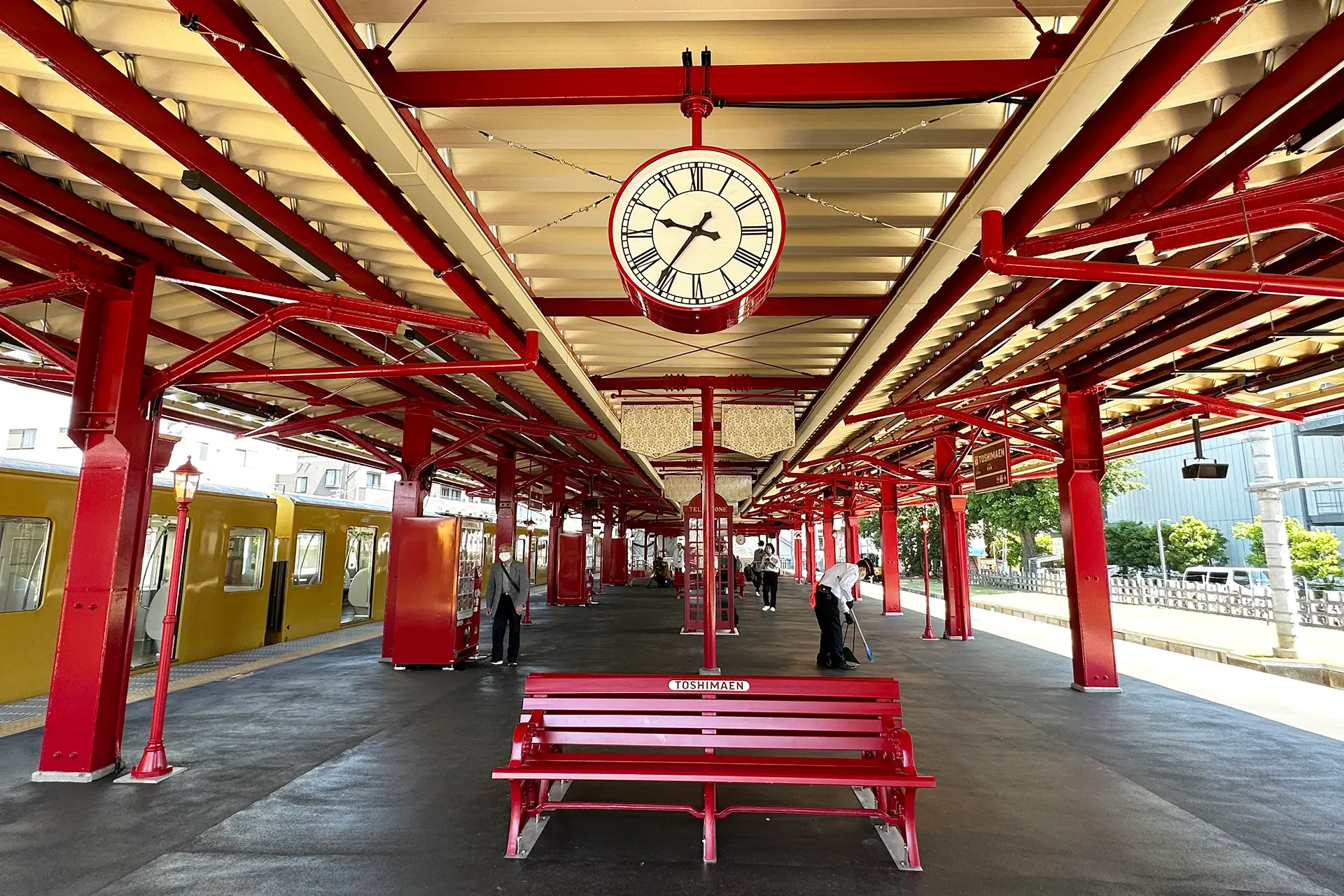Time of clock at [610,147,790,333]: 9:36
